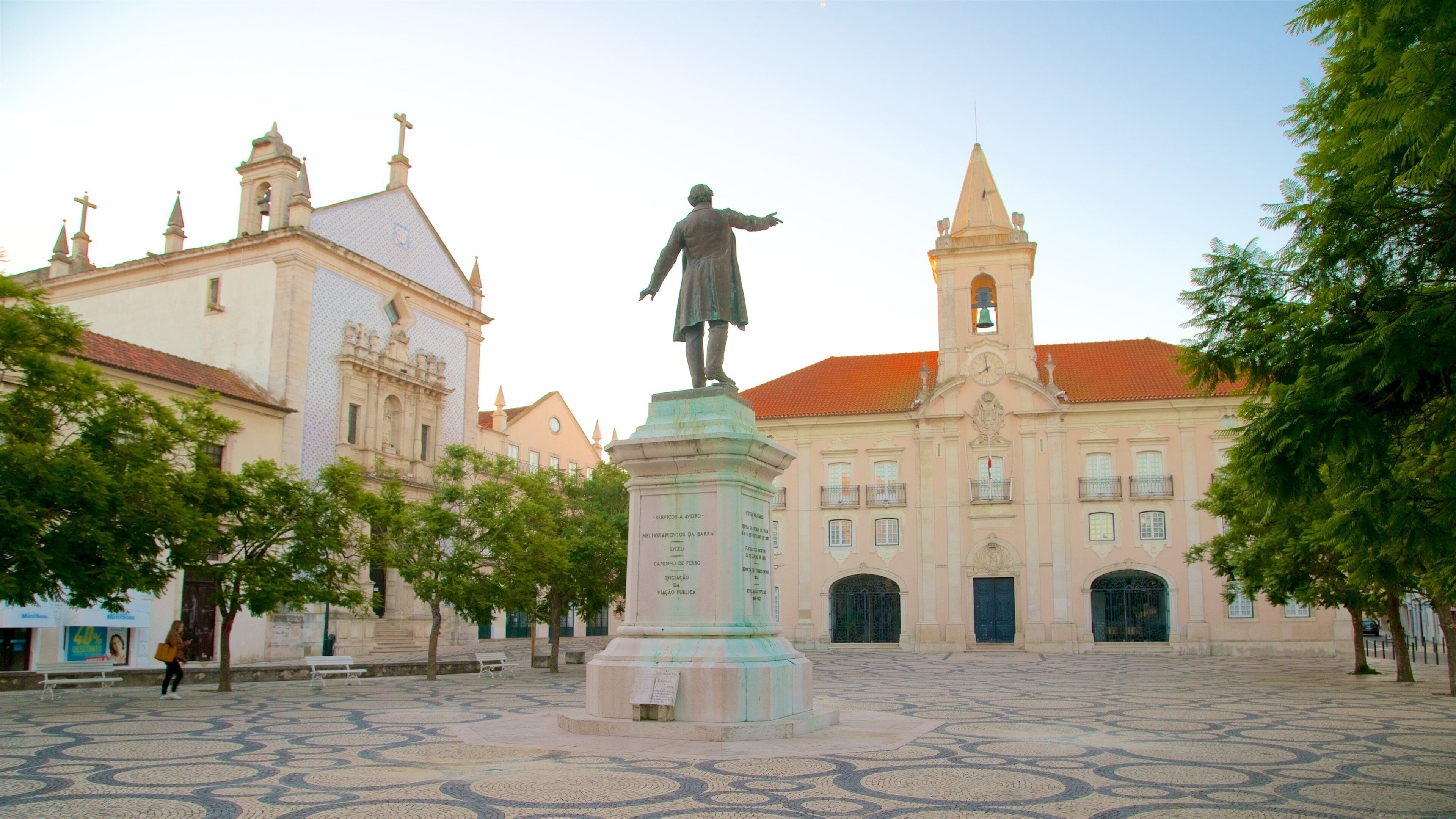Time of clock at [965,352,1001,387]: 7:58
